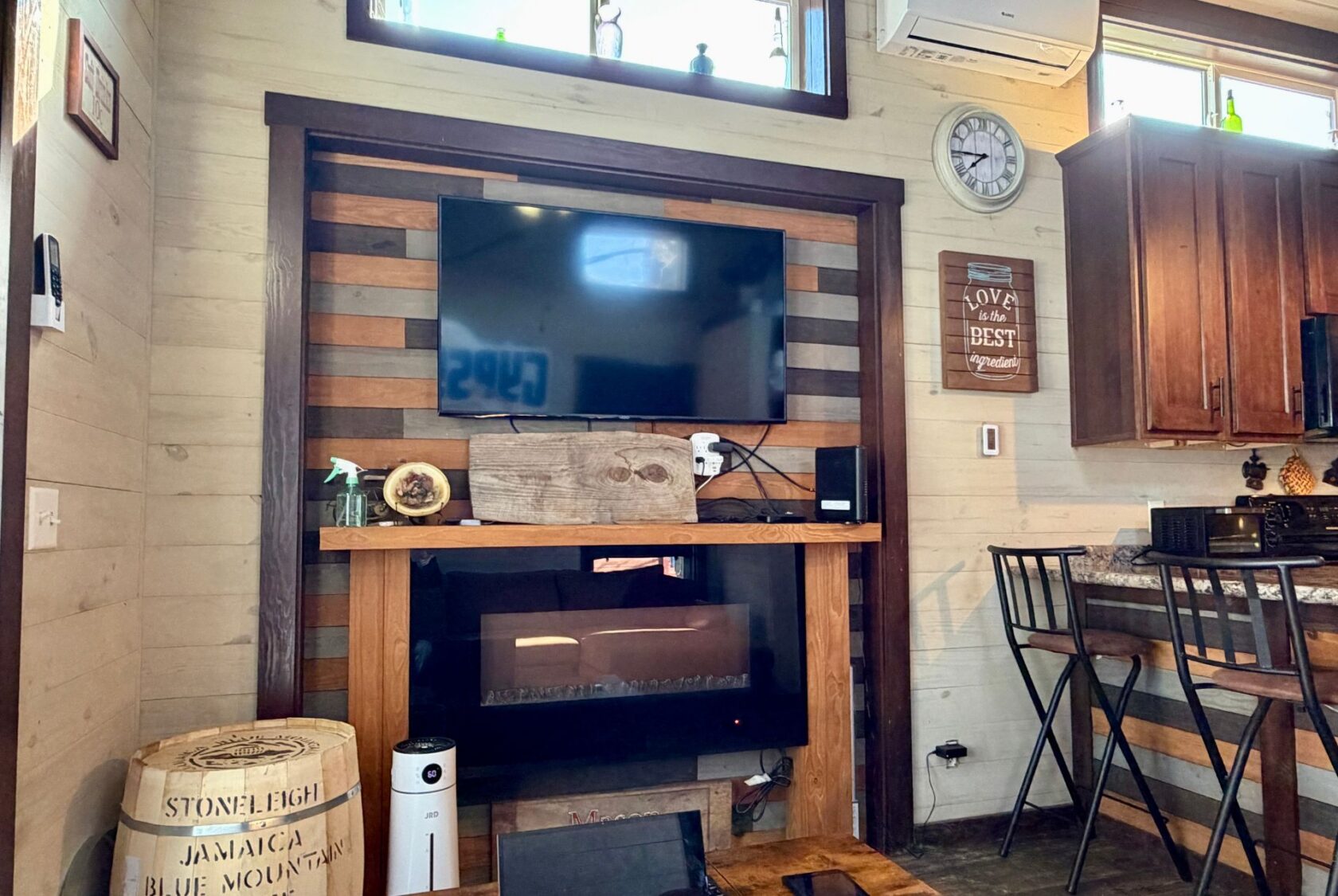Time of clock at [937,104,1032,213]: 7:45
